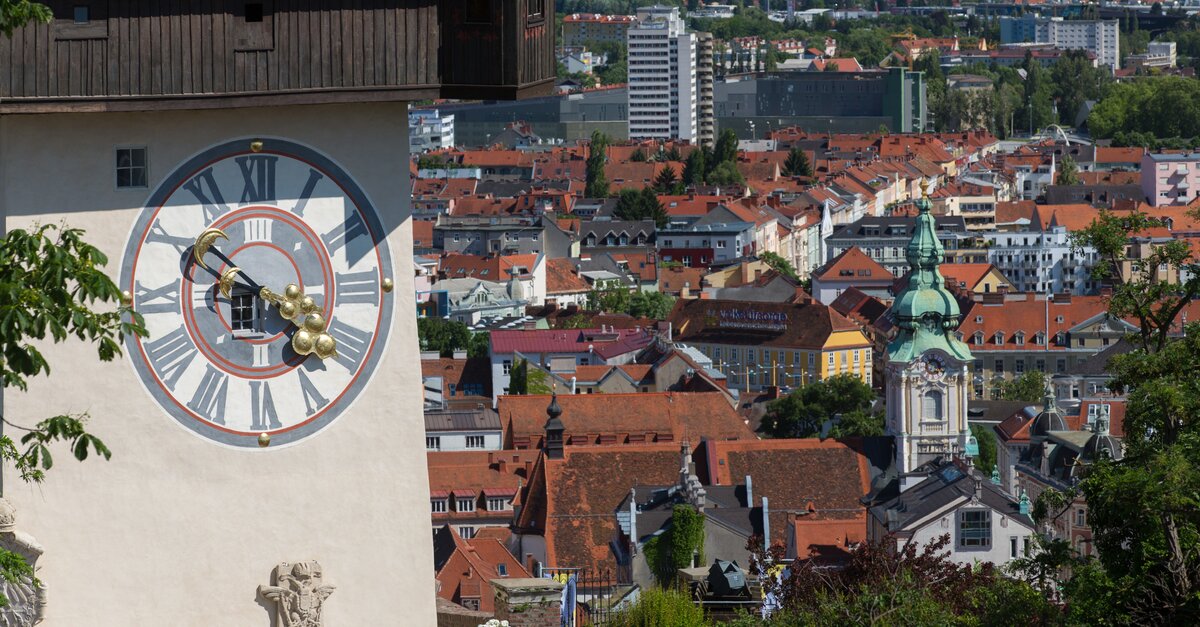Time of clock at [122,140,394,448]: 4:50
